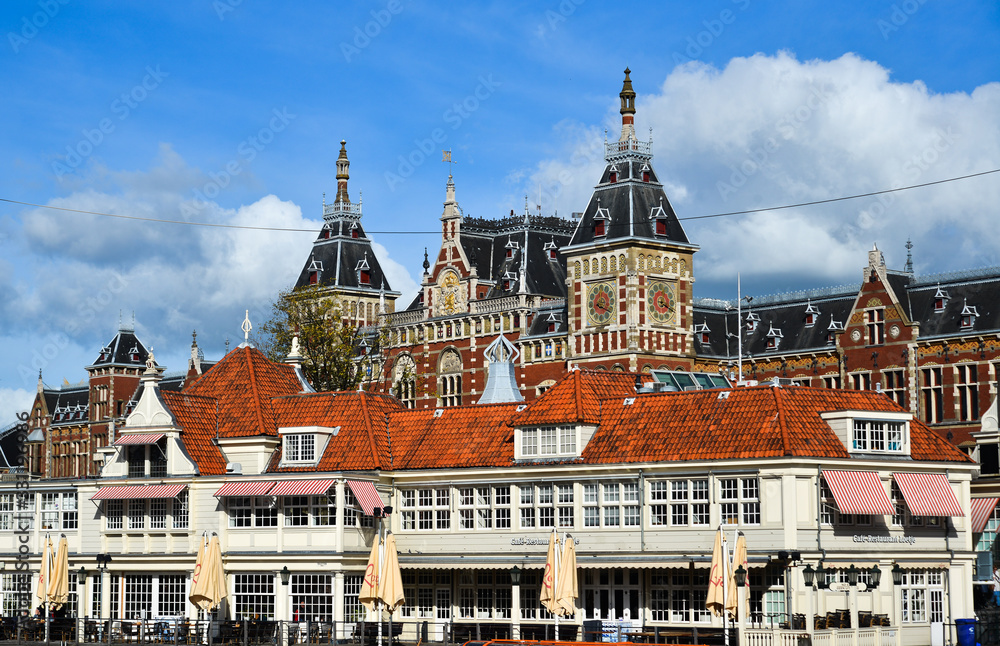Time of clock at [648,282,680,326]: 12:19
